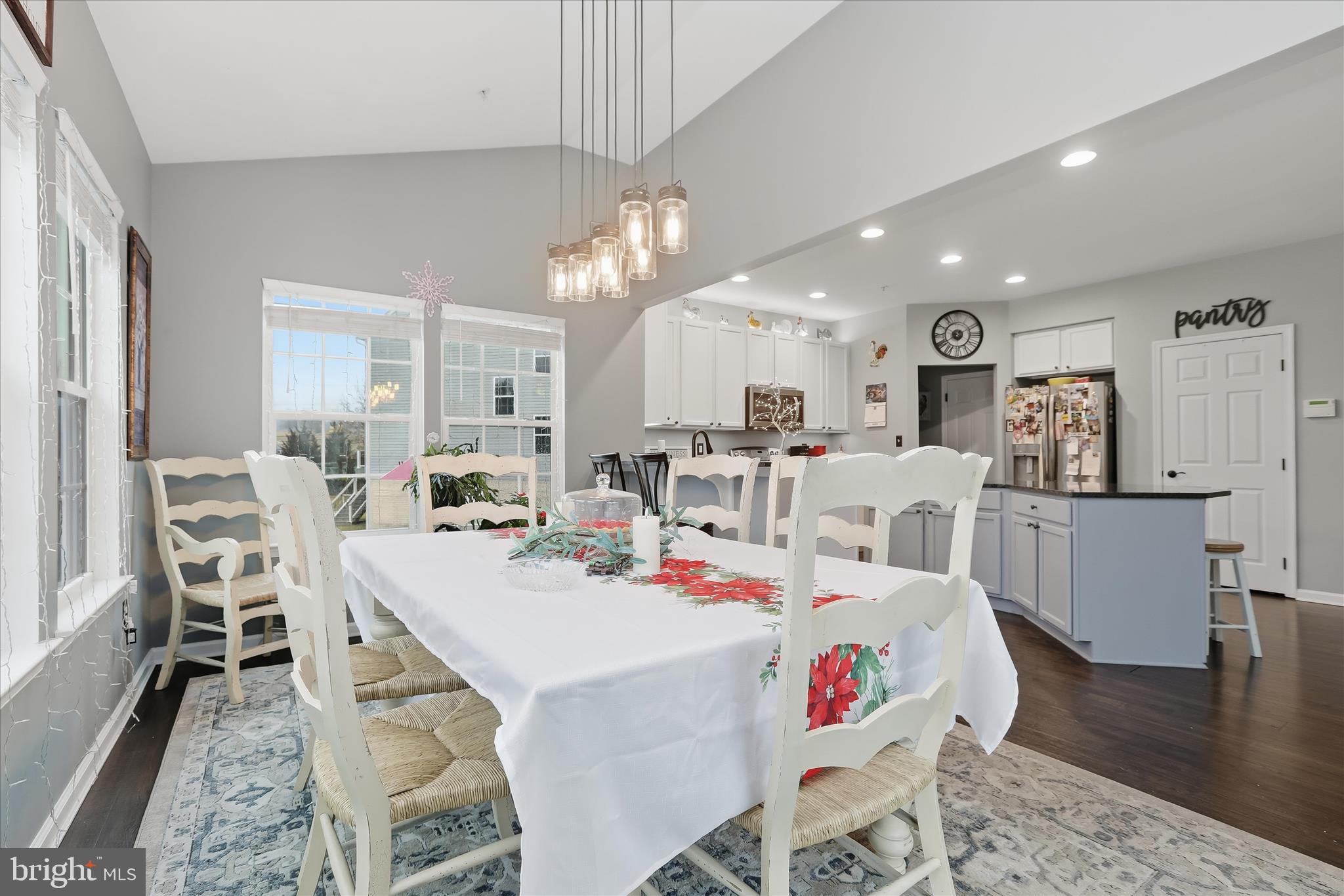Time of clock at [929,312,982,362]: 8:10
